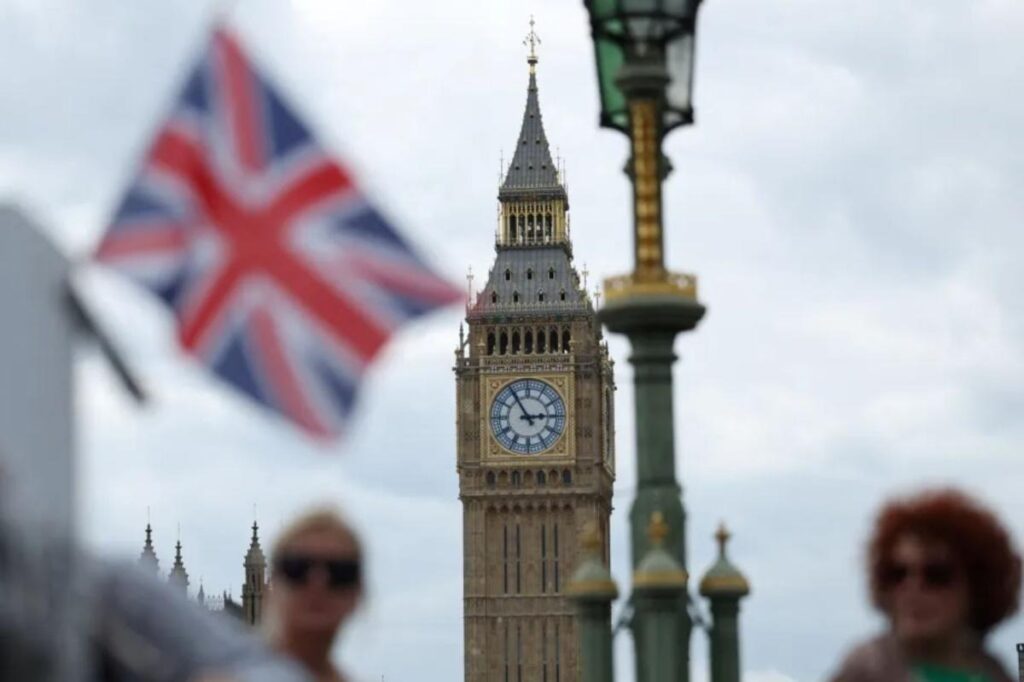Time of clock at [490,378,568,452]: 2:54
